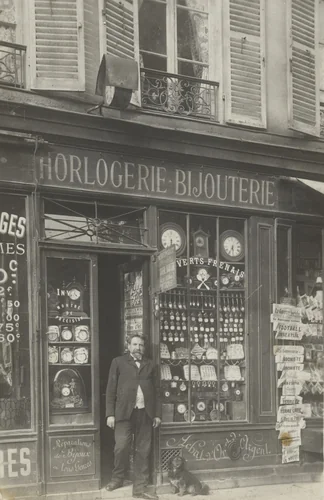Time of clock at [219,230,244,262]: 5:35
